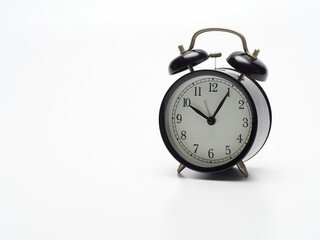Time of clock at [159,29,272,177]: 10:05
